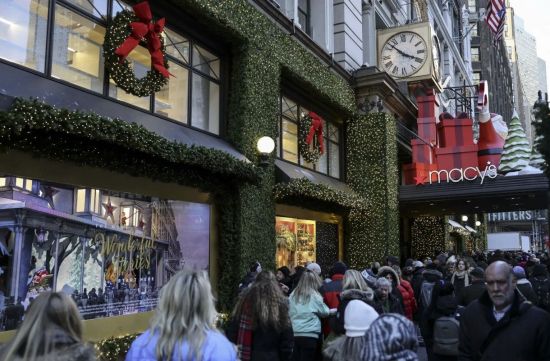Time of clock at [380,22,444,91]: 3:52
